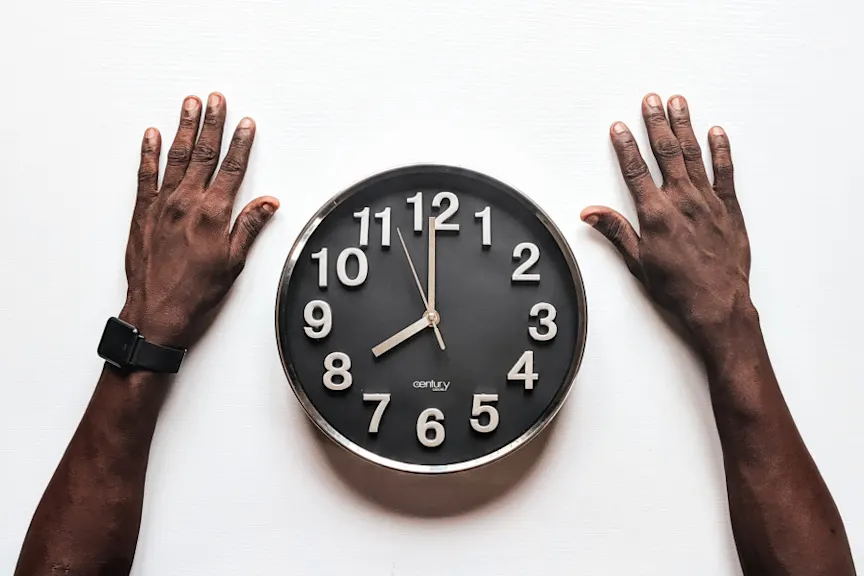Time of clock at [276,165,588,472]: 7:59
